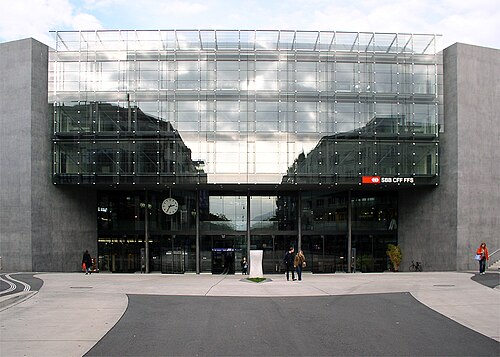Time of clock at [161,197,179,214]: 2:35
